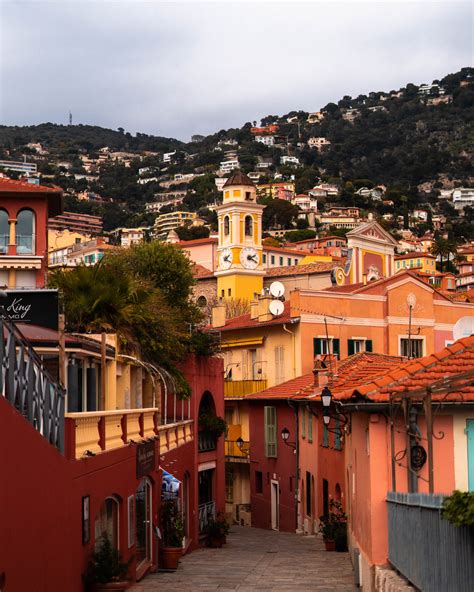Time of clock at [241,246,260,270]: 2:19
